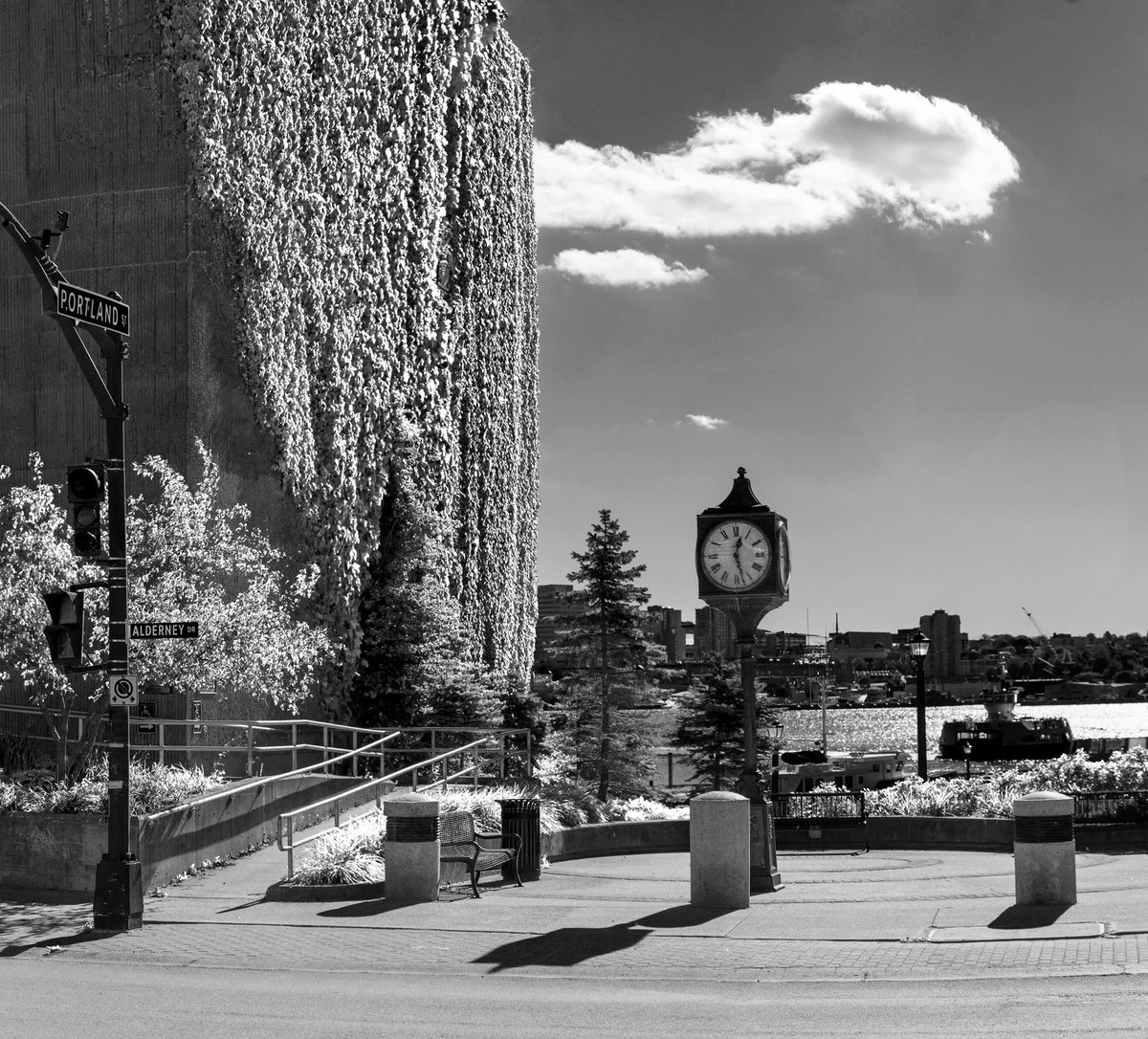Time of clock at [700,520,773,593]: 12:27
